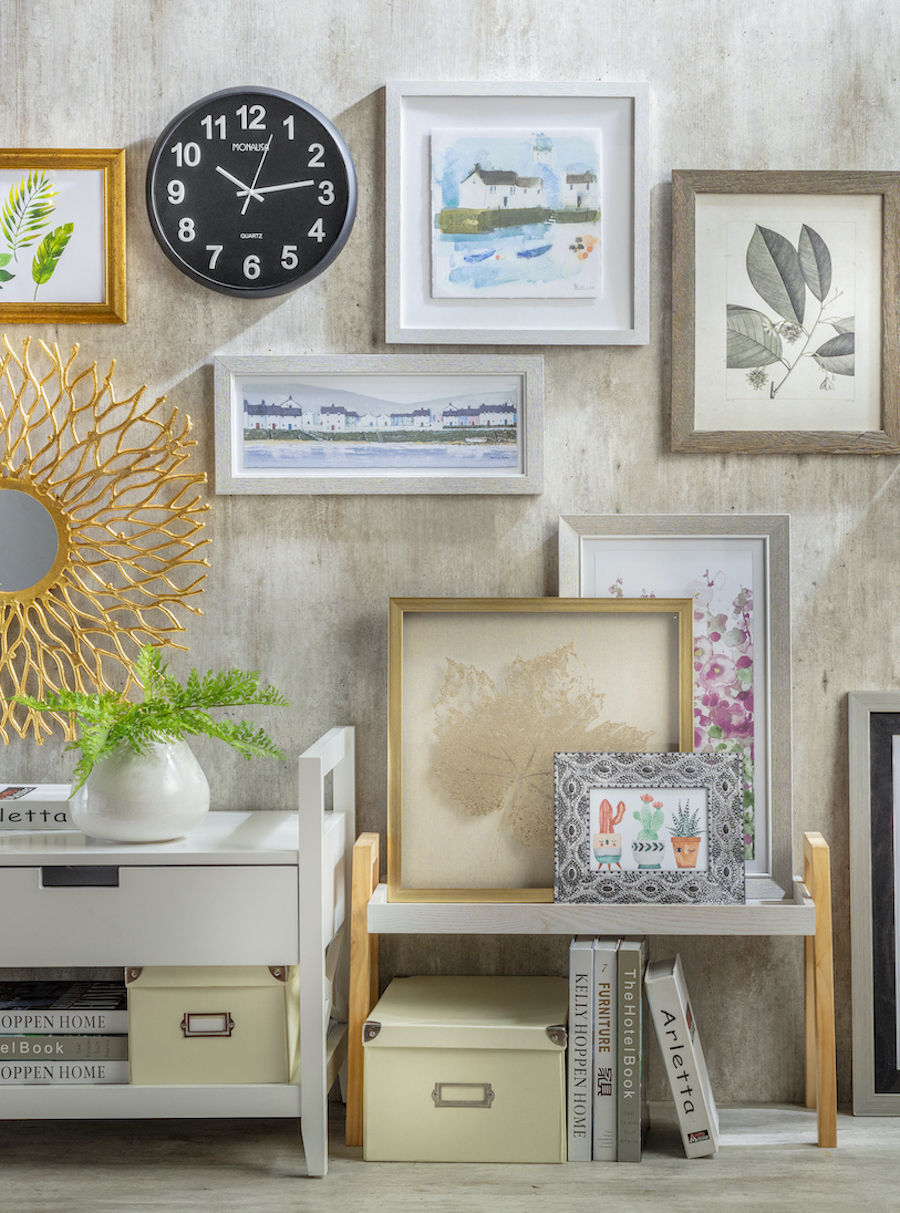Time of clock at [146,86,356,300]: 10:13
